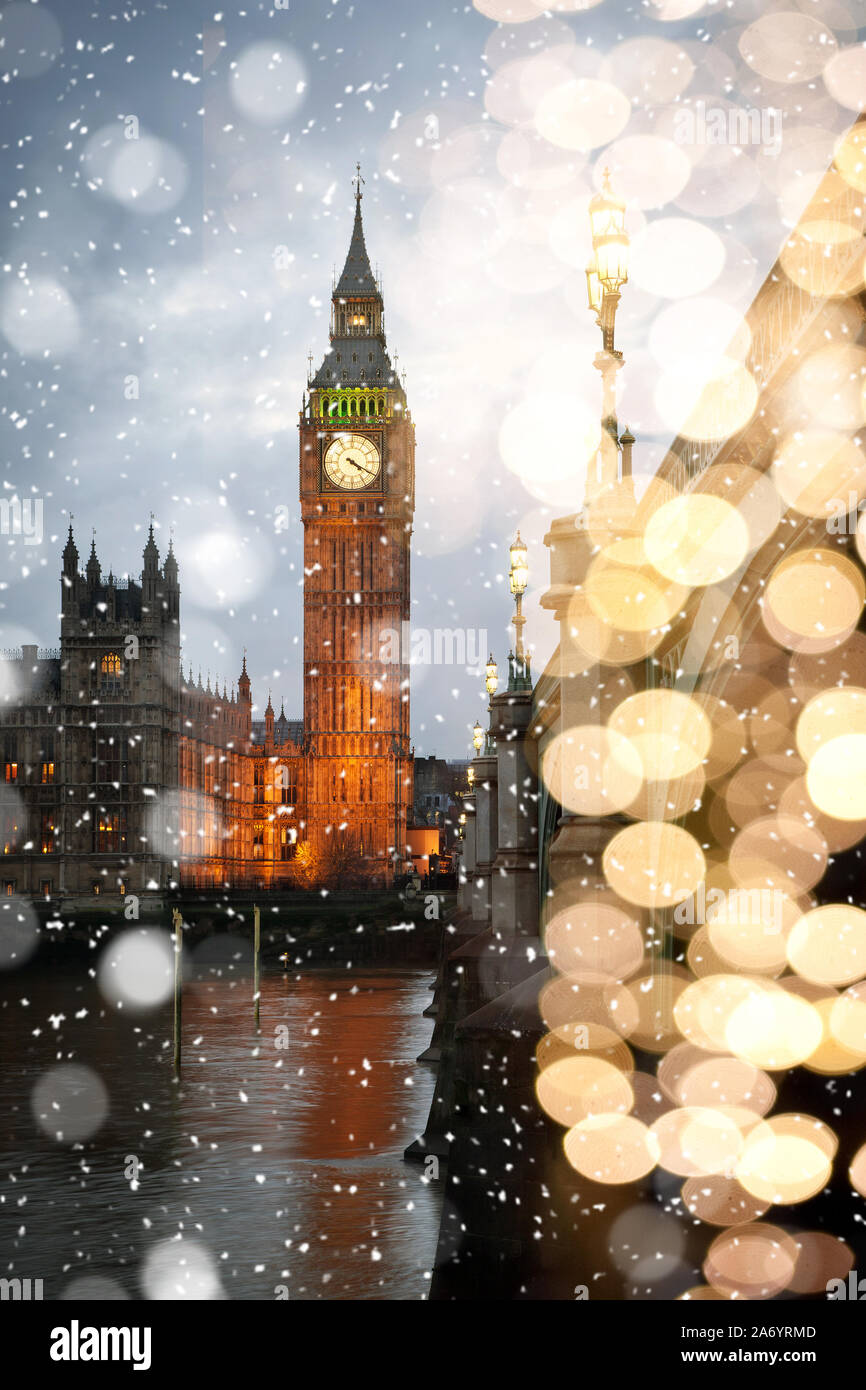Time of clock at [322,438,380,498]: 4:20
